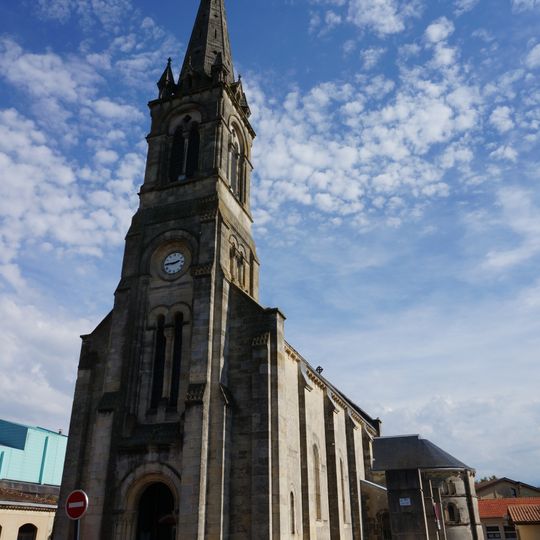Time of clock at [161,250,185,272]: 2:45
